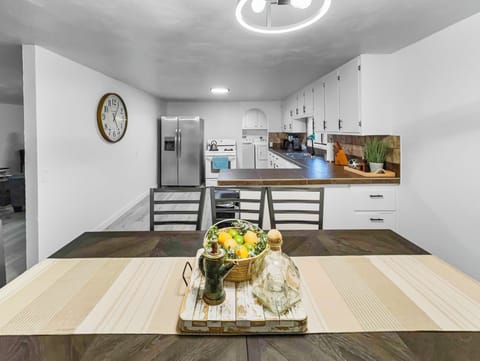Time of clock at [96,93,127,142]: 5:05
